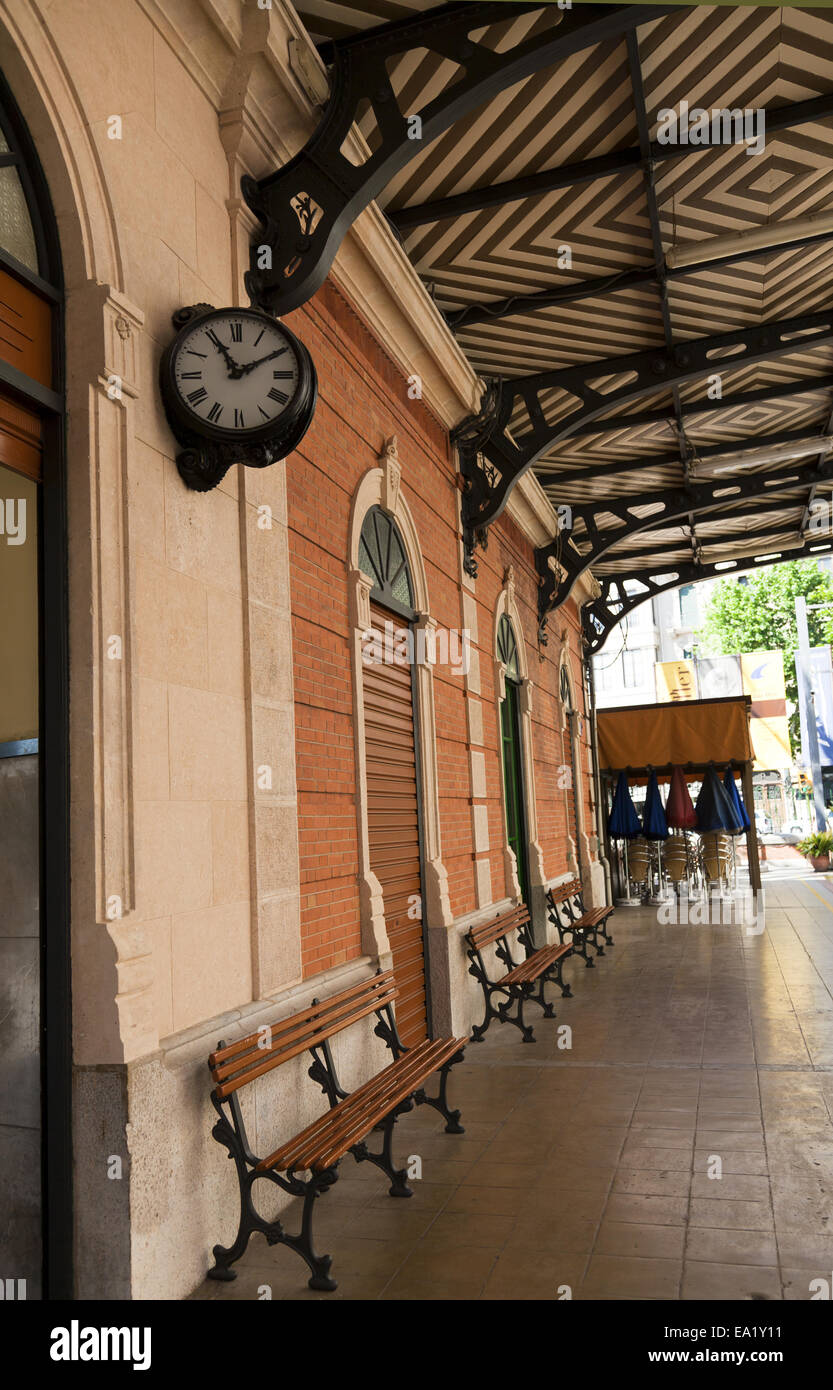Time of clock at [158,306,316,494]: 11:10
